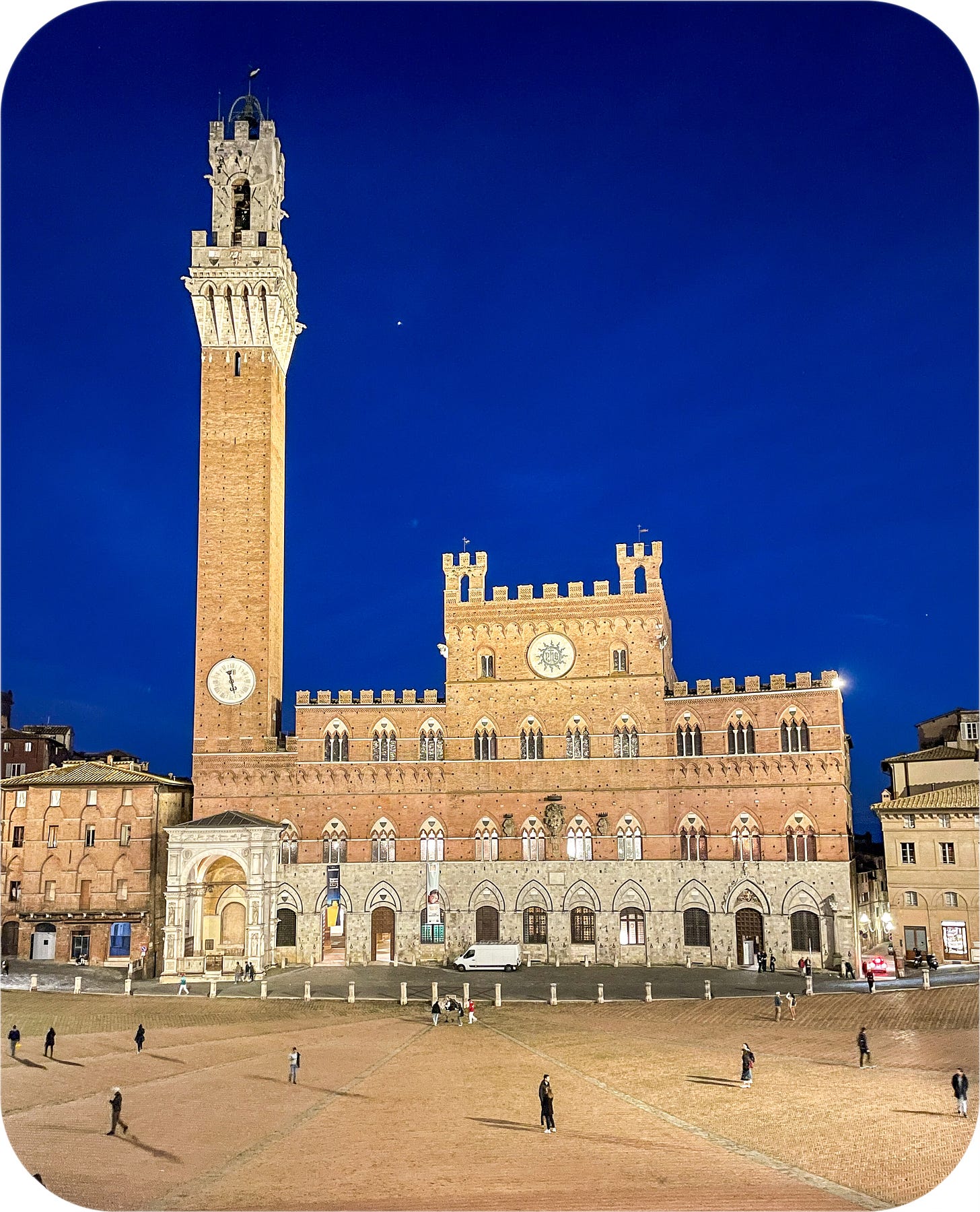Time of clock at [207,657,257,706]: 11:27
